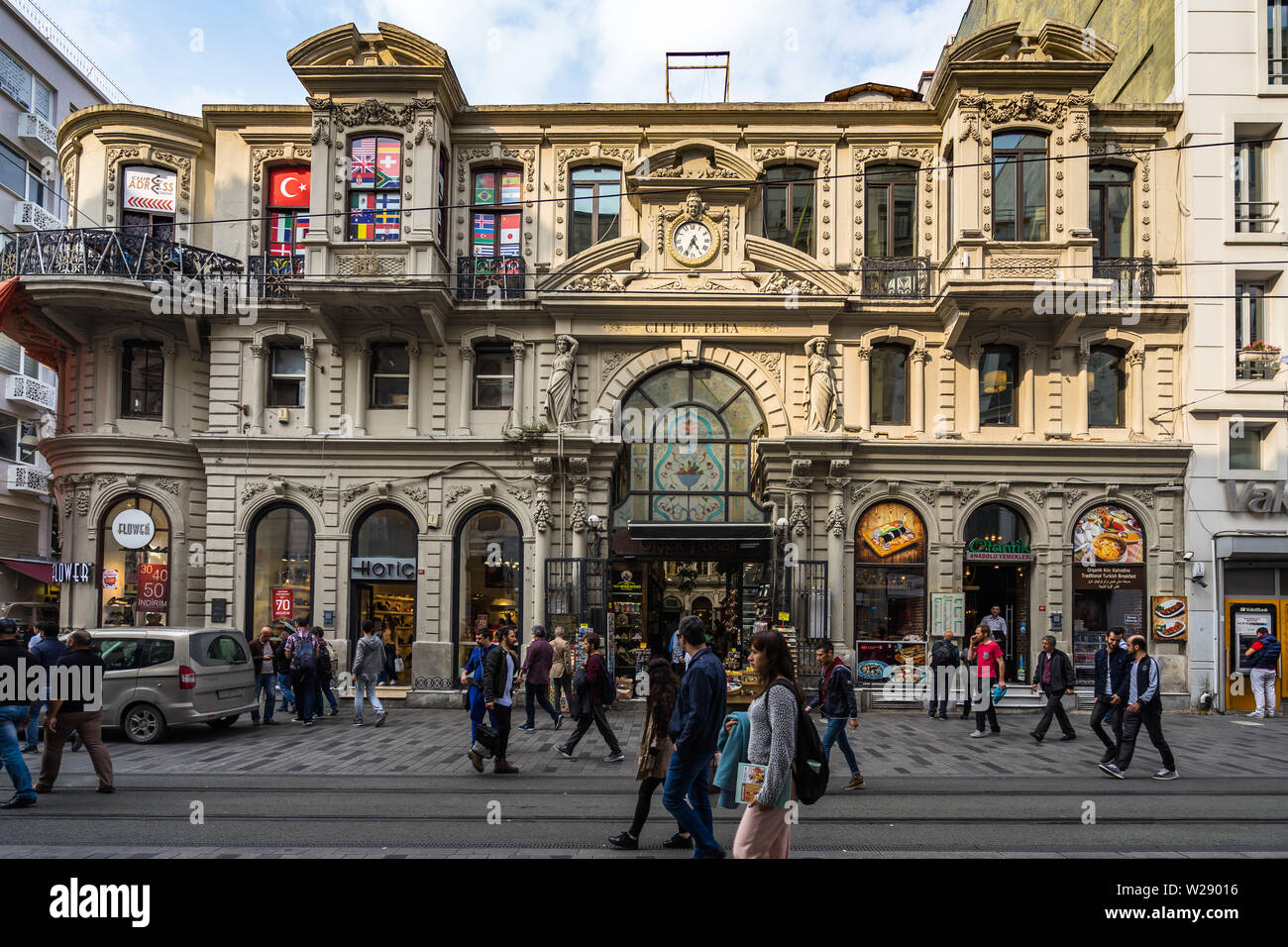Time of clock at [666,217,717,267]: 4:35
